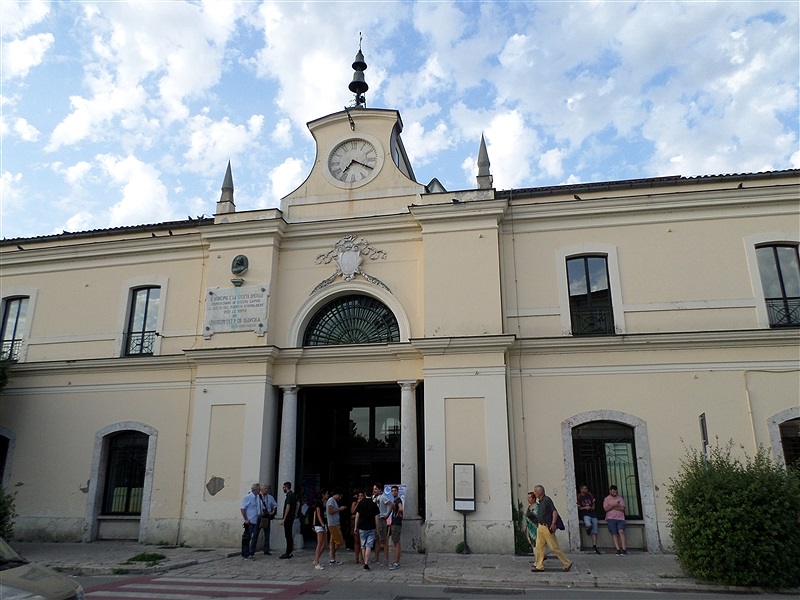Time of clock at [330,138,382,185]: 7:19
